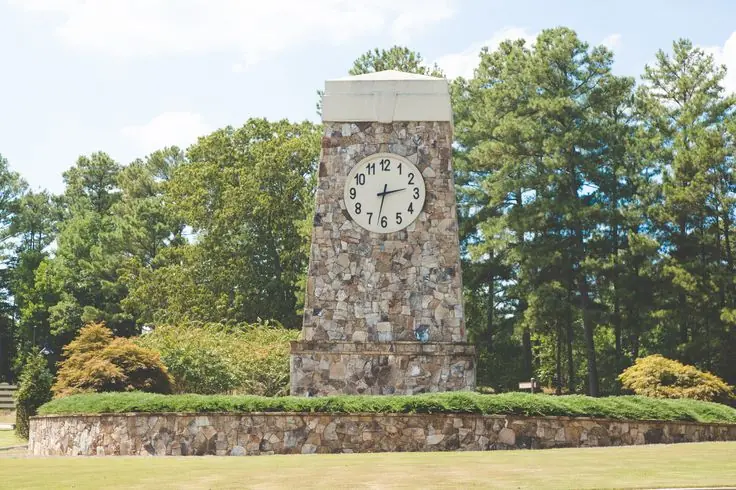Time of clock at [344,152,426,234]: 2:32
